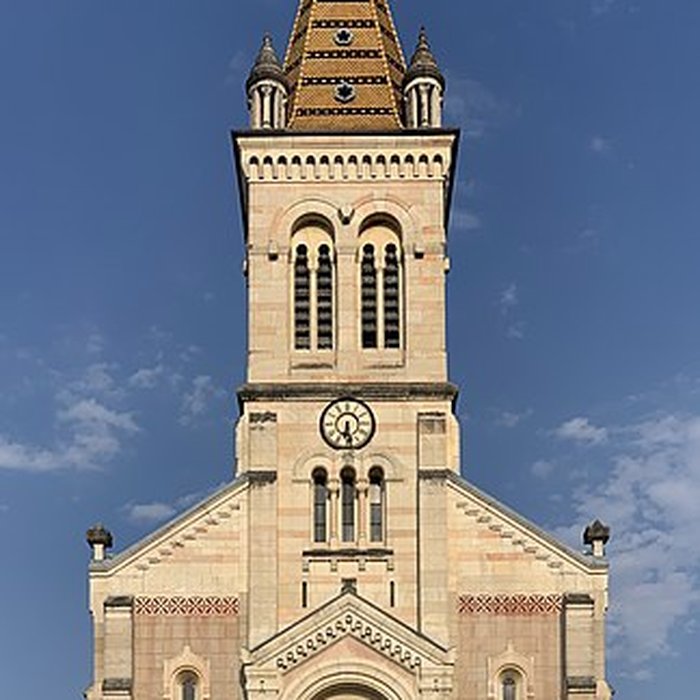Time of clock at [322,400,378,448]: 6:28
